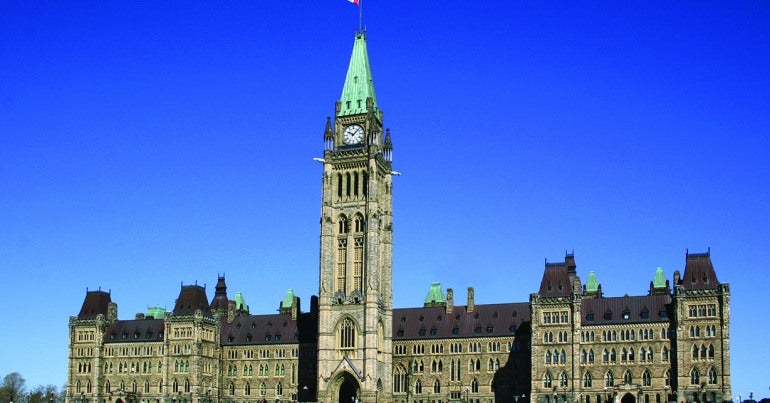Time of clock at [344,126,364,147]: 10:07
